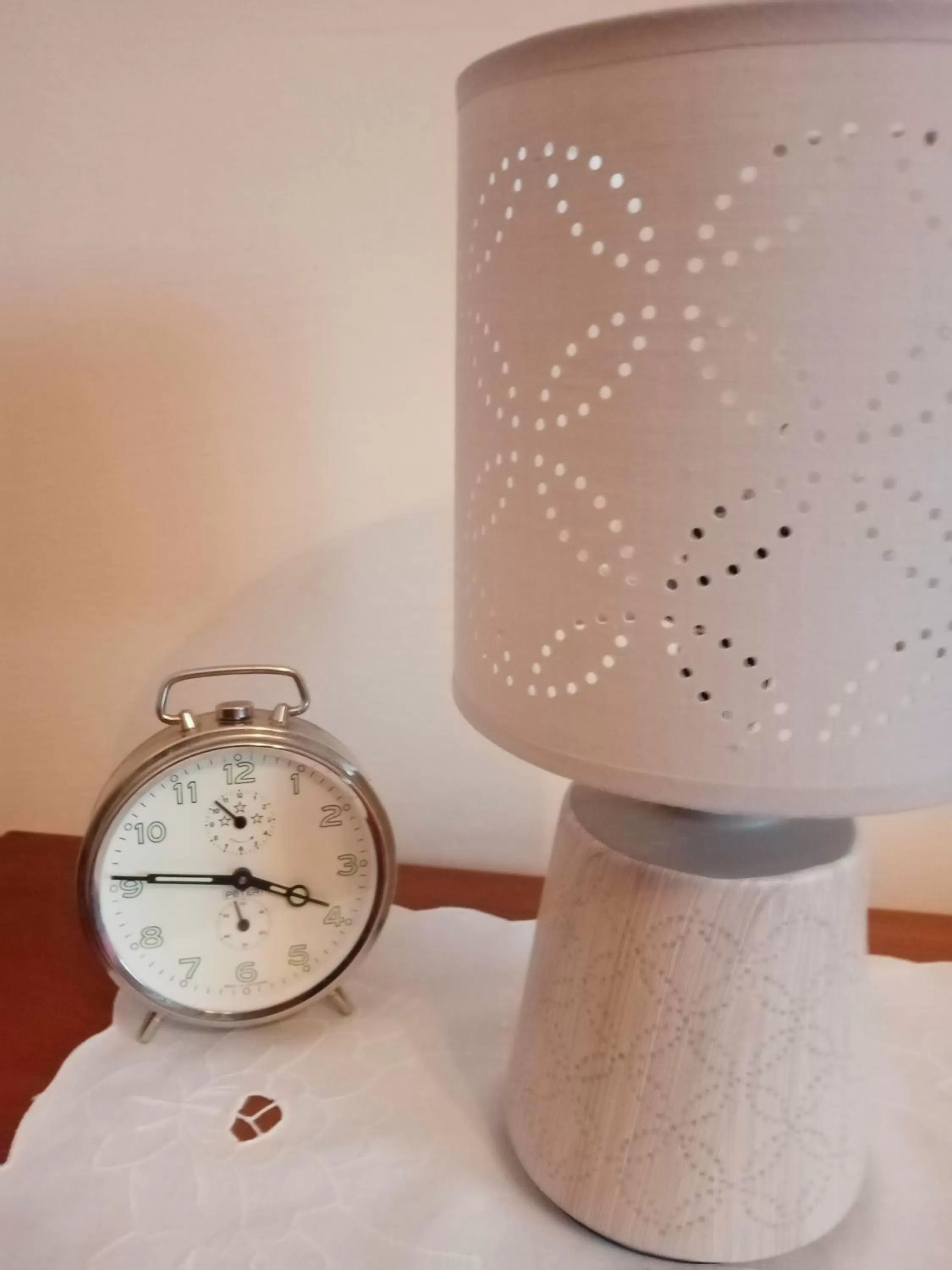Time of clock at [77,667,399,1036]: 3:45
